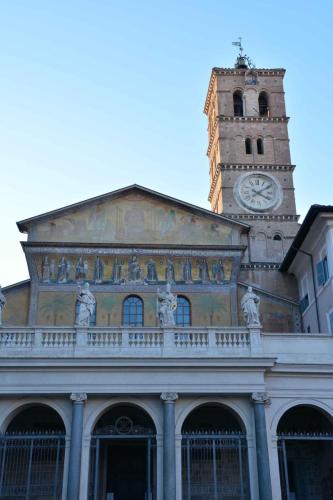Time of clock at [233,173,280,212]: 4:09
